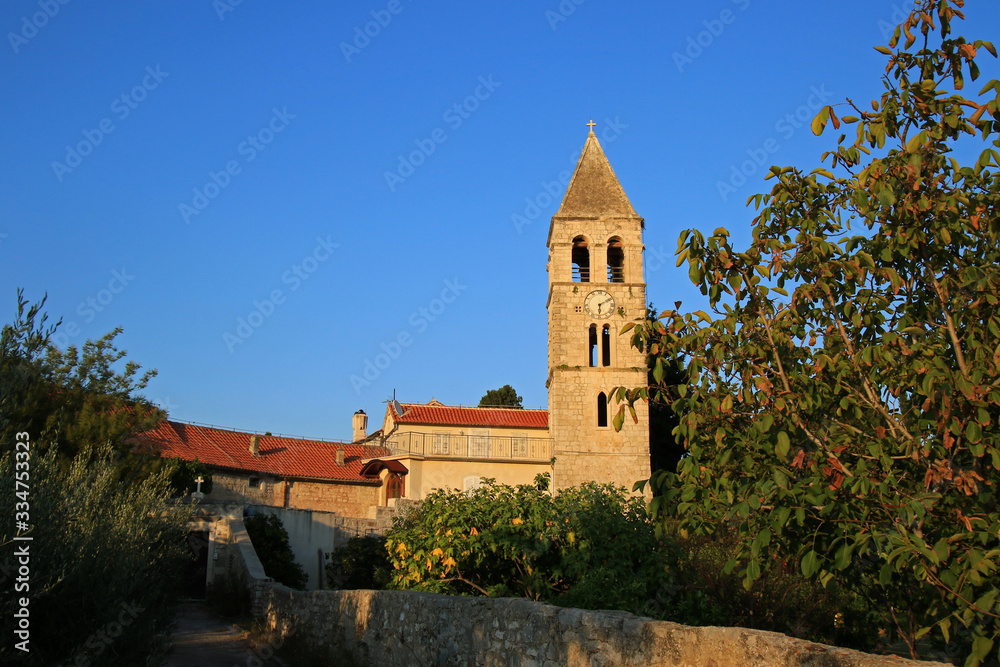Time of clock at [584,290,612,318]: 6:10
